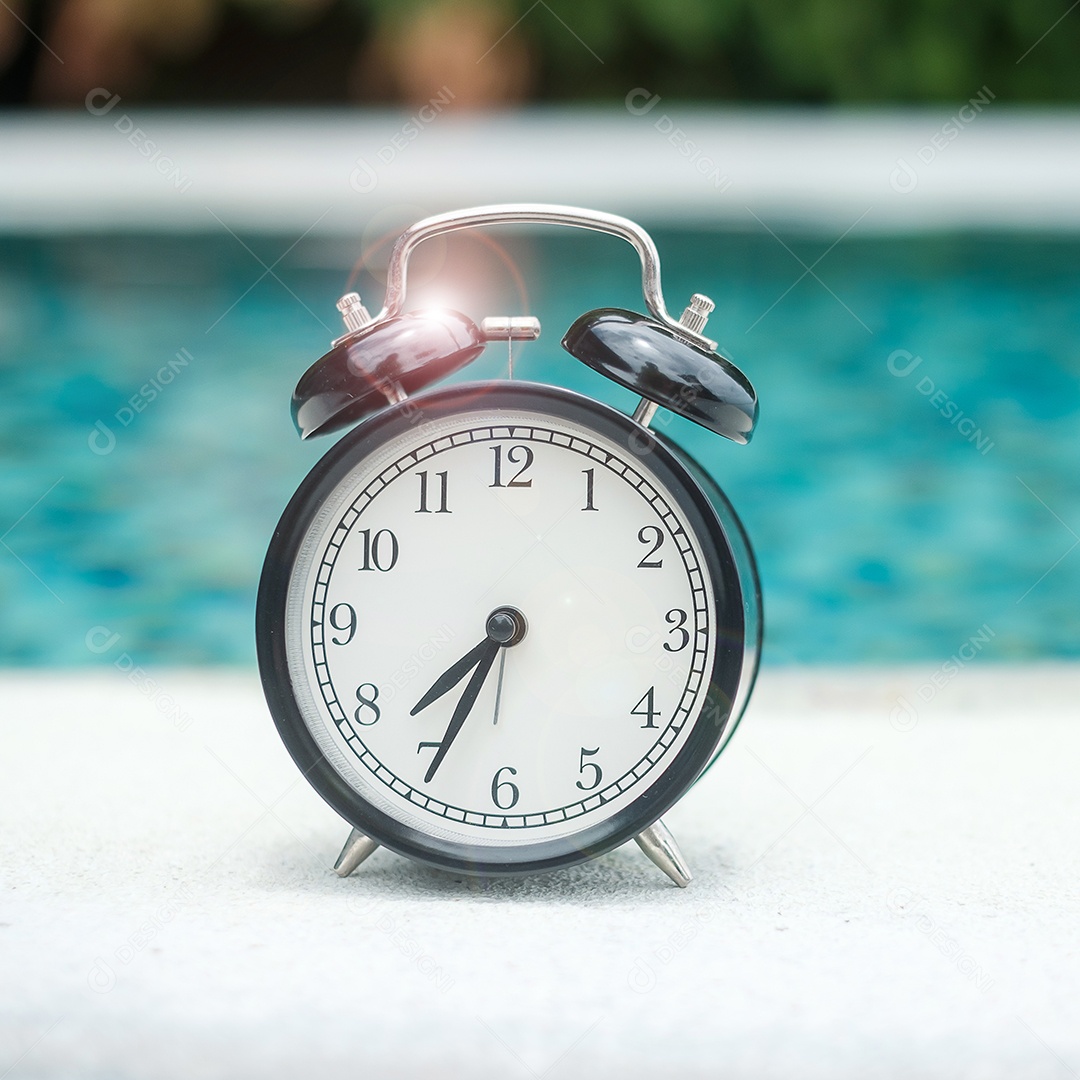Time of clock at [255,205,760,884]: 7:34
